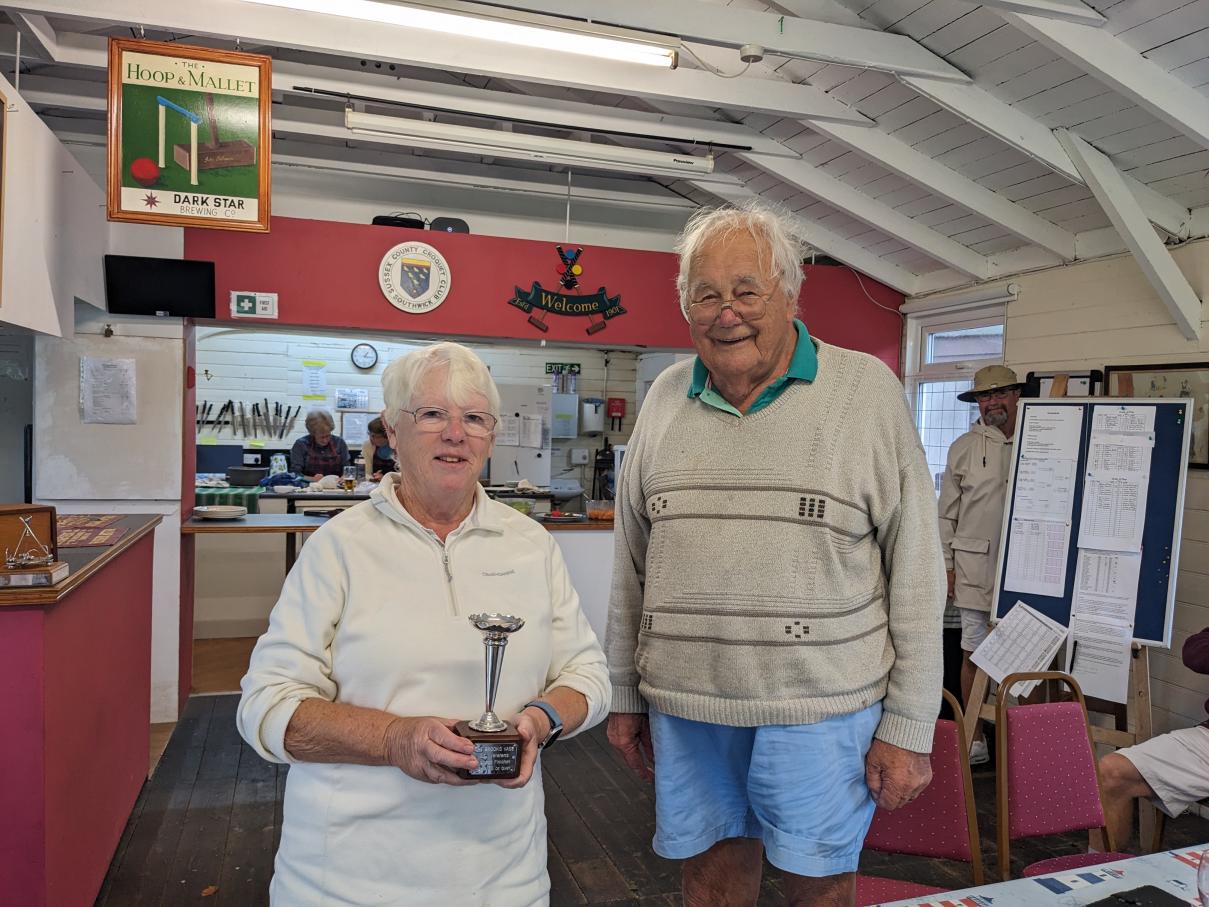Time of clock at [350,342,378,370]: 1:16
